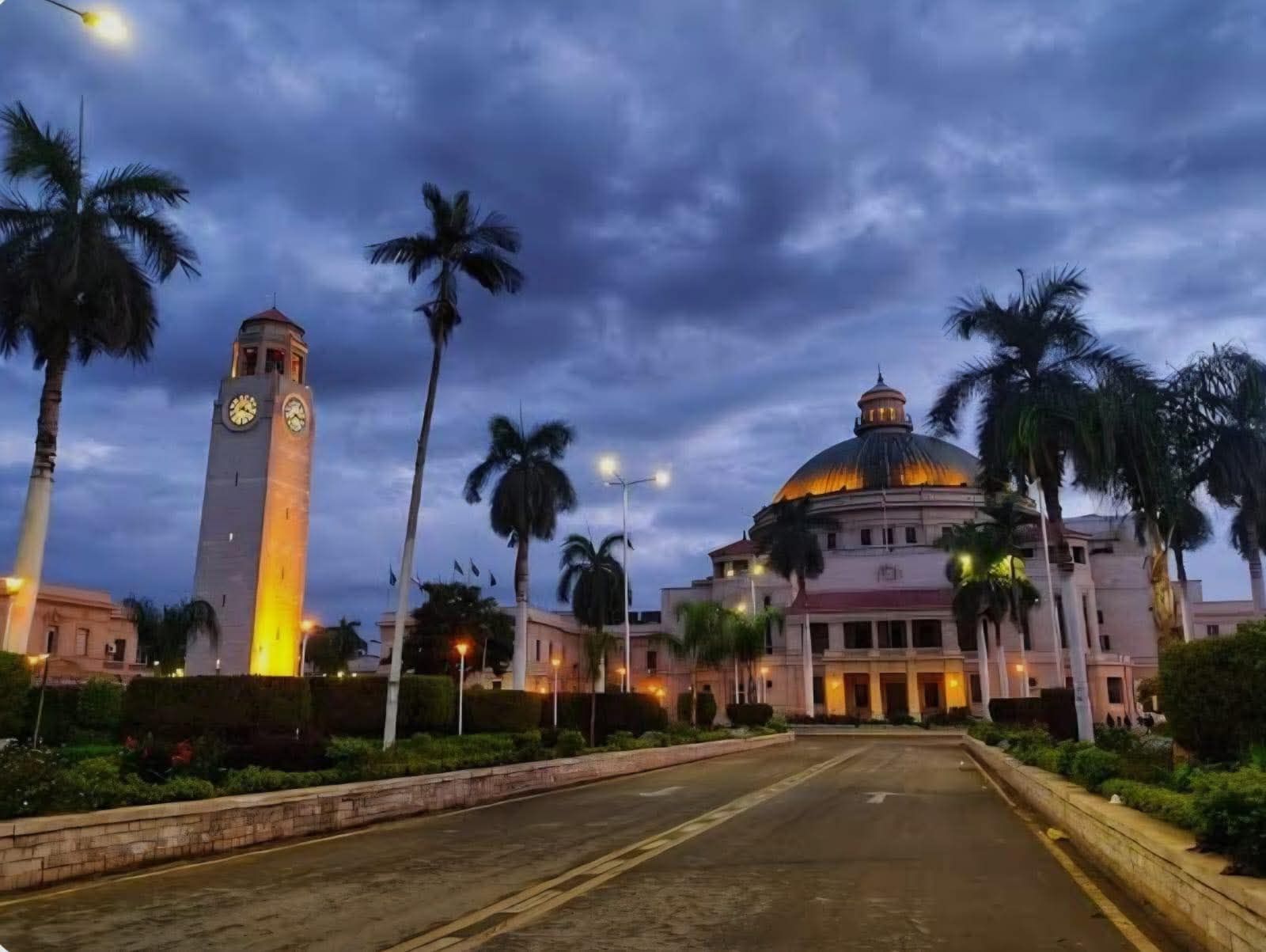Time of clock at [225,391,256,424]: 8:19
